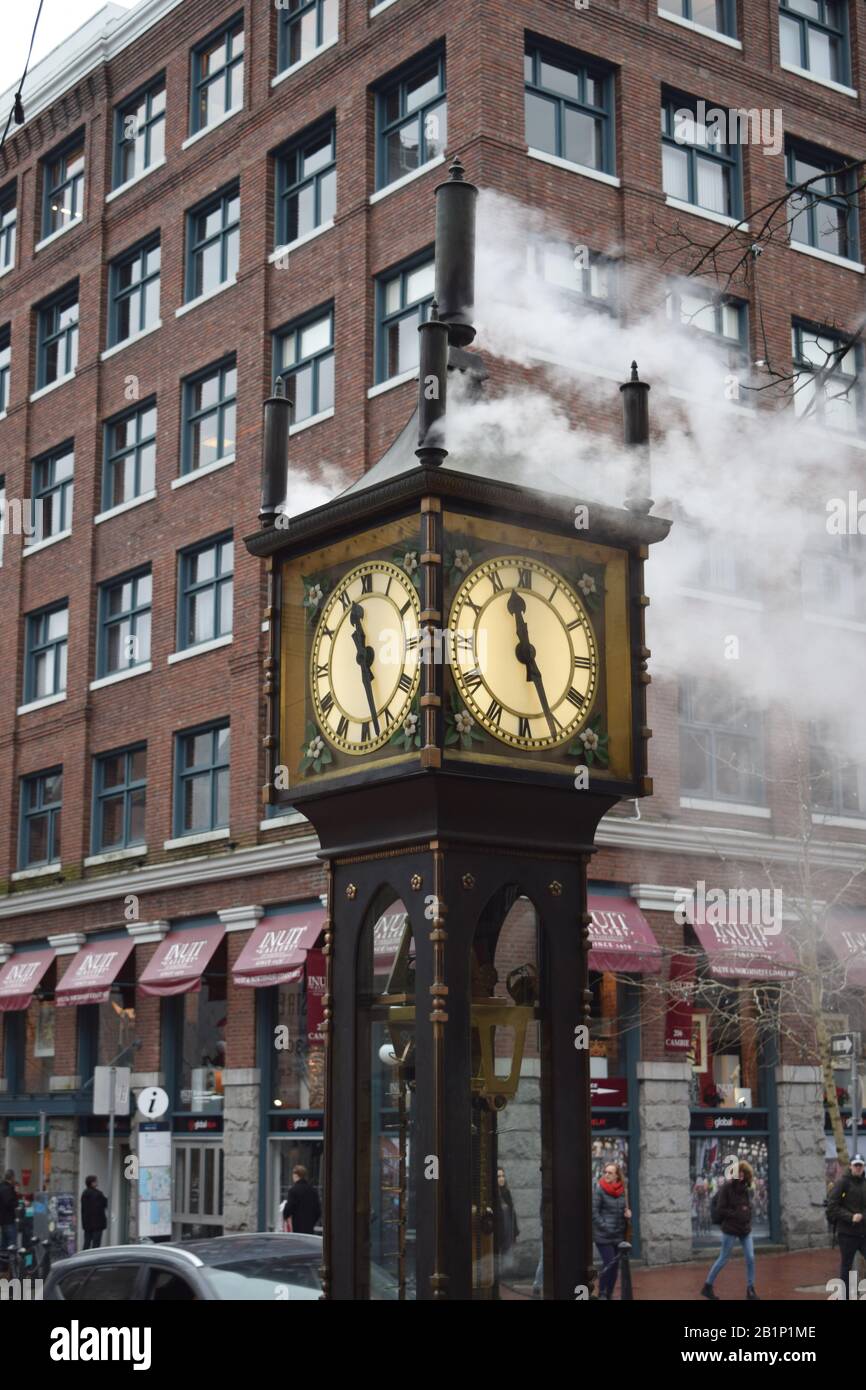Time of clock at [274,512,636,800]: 11:25
